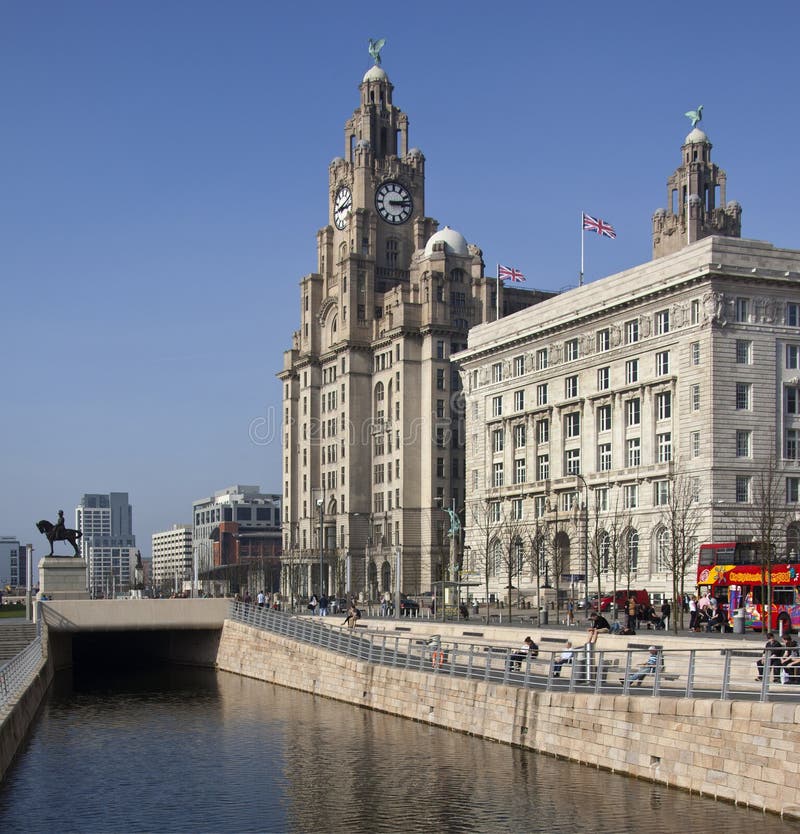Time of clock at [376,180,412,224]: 3:13
